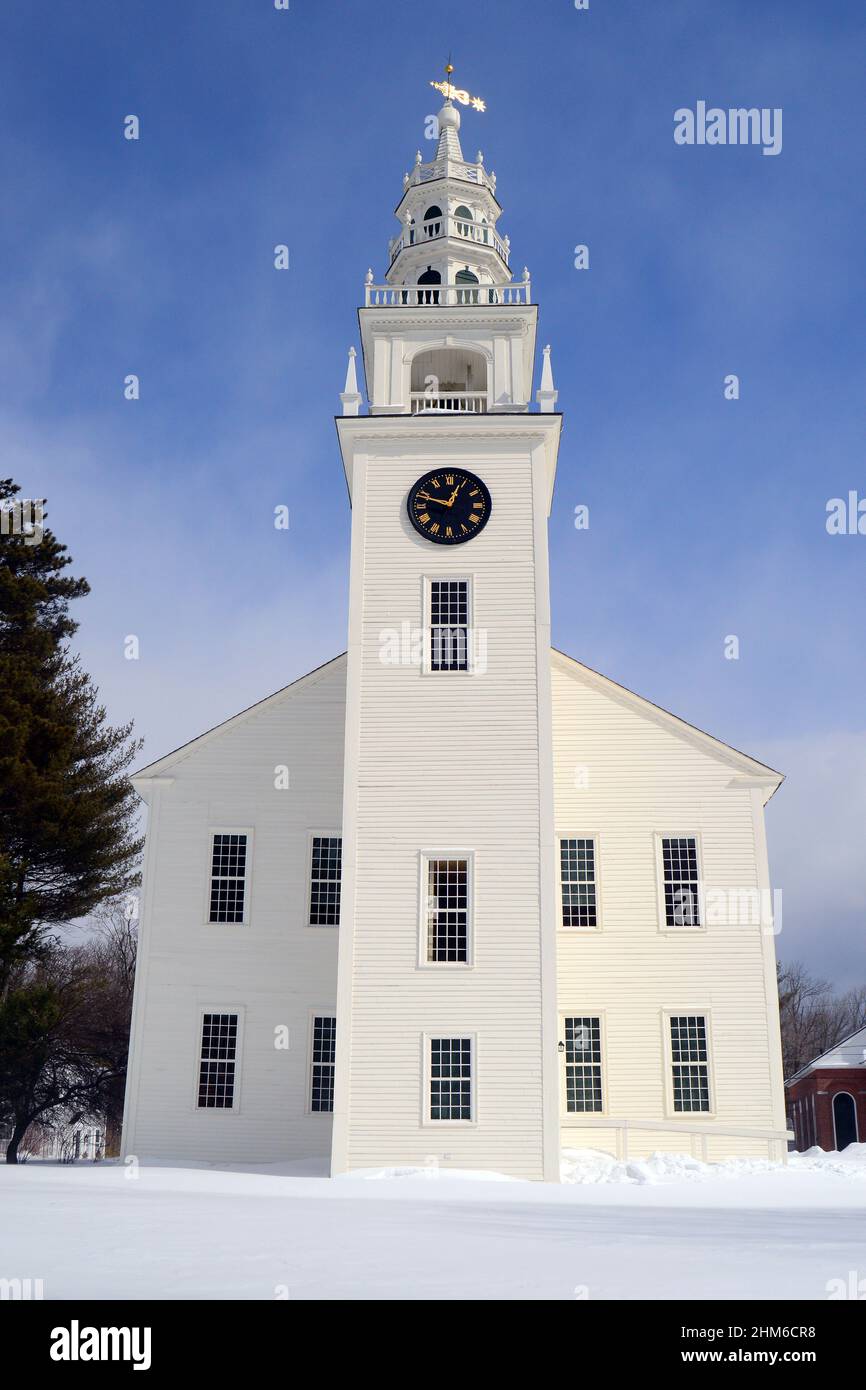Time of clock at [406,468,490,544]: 12:48
